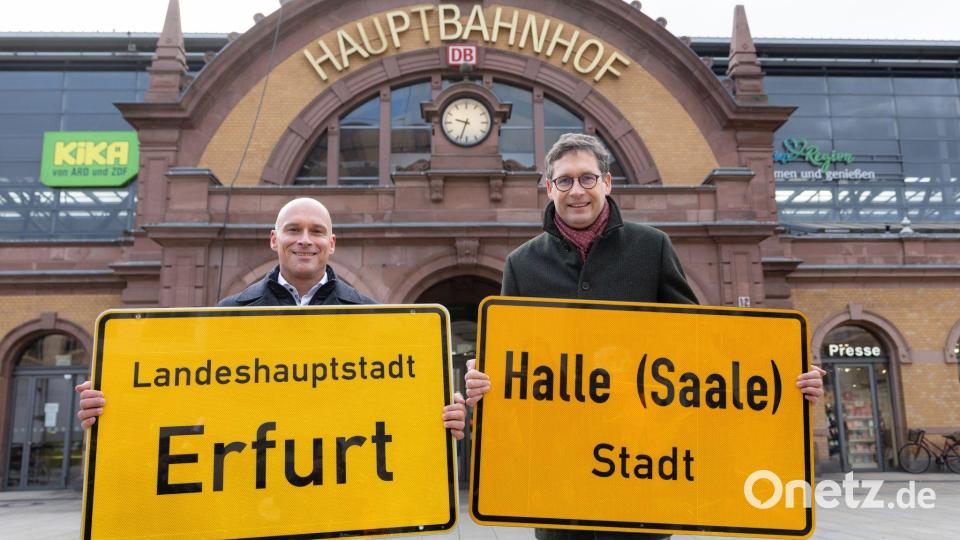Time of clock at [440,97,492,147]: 9:33
